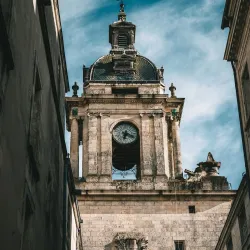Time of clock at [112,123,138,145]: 6:18
